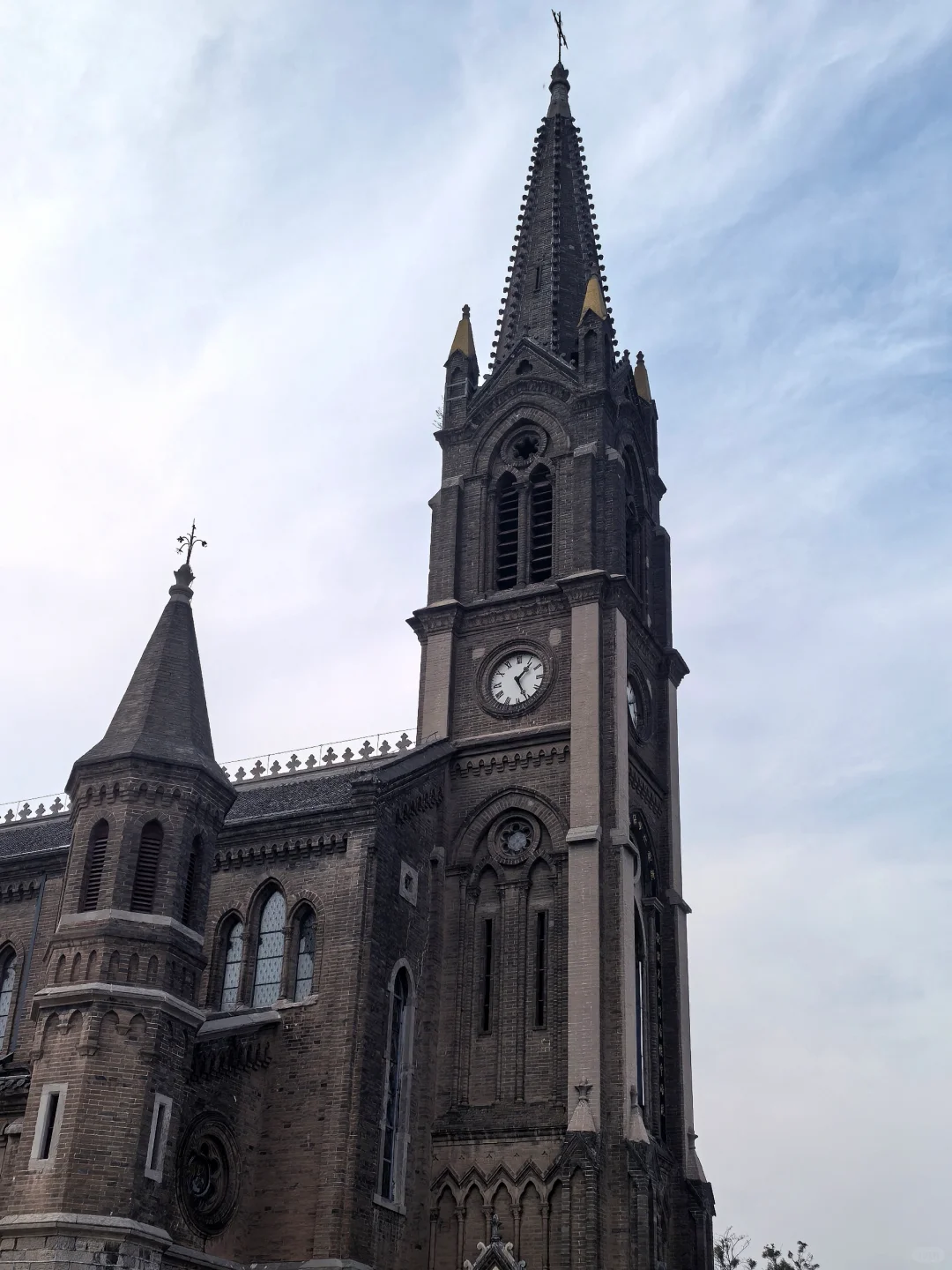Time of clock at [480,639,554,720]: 1:25
